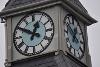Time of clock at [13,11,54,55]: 12:49
